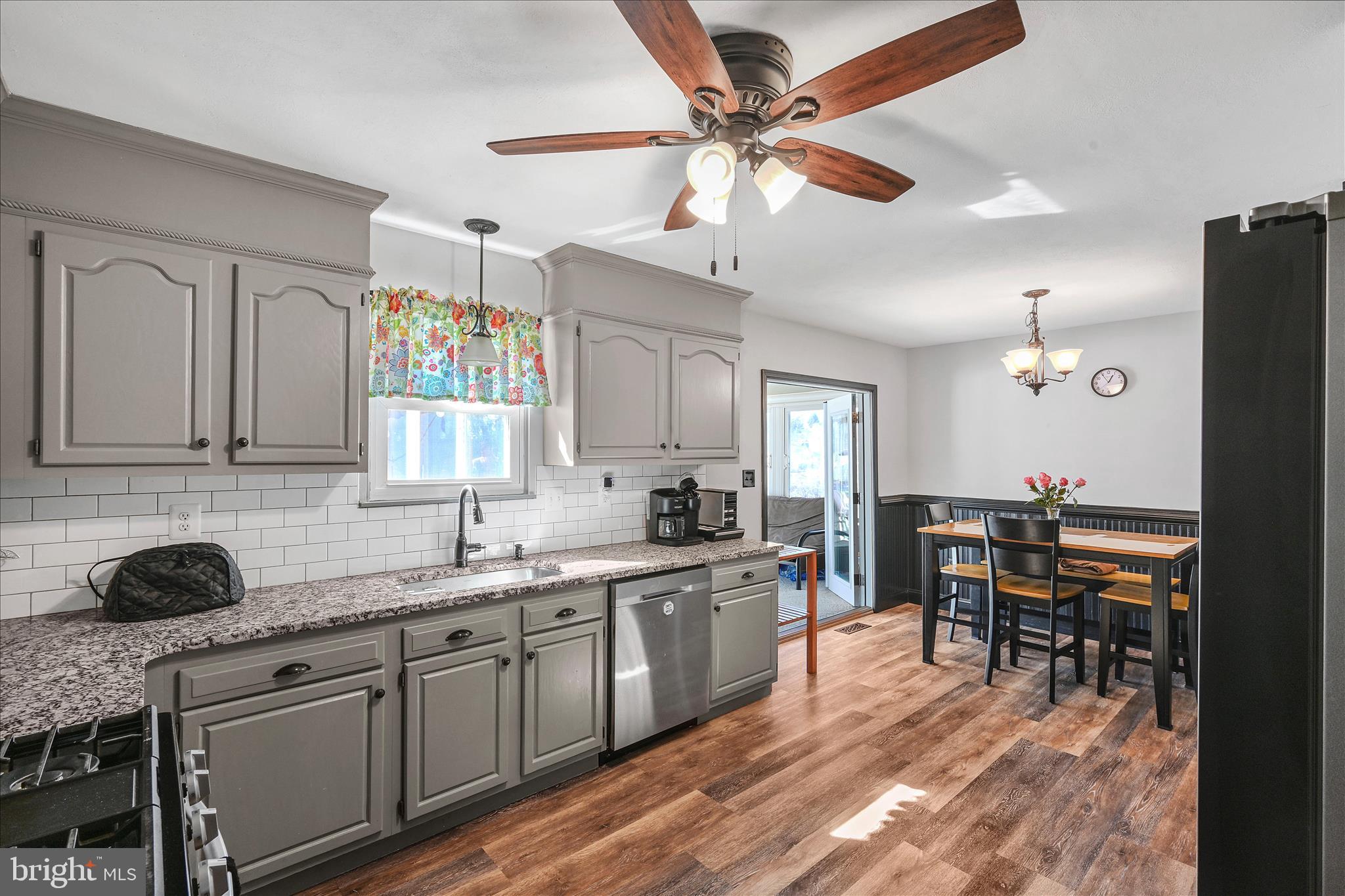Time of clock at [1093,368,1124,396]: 12:54
